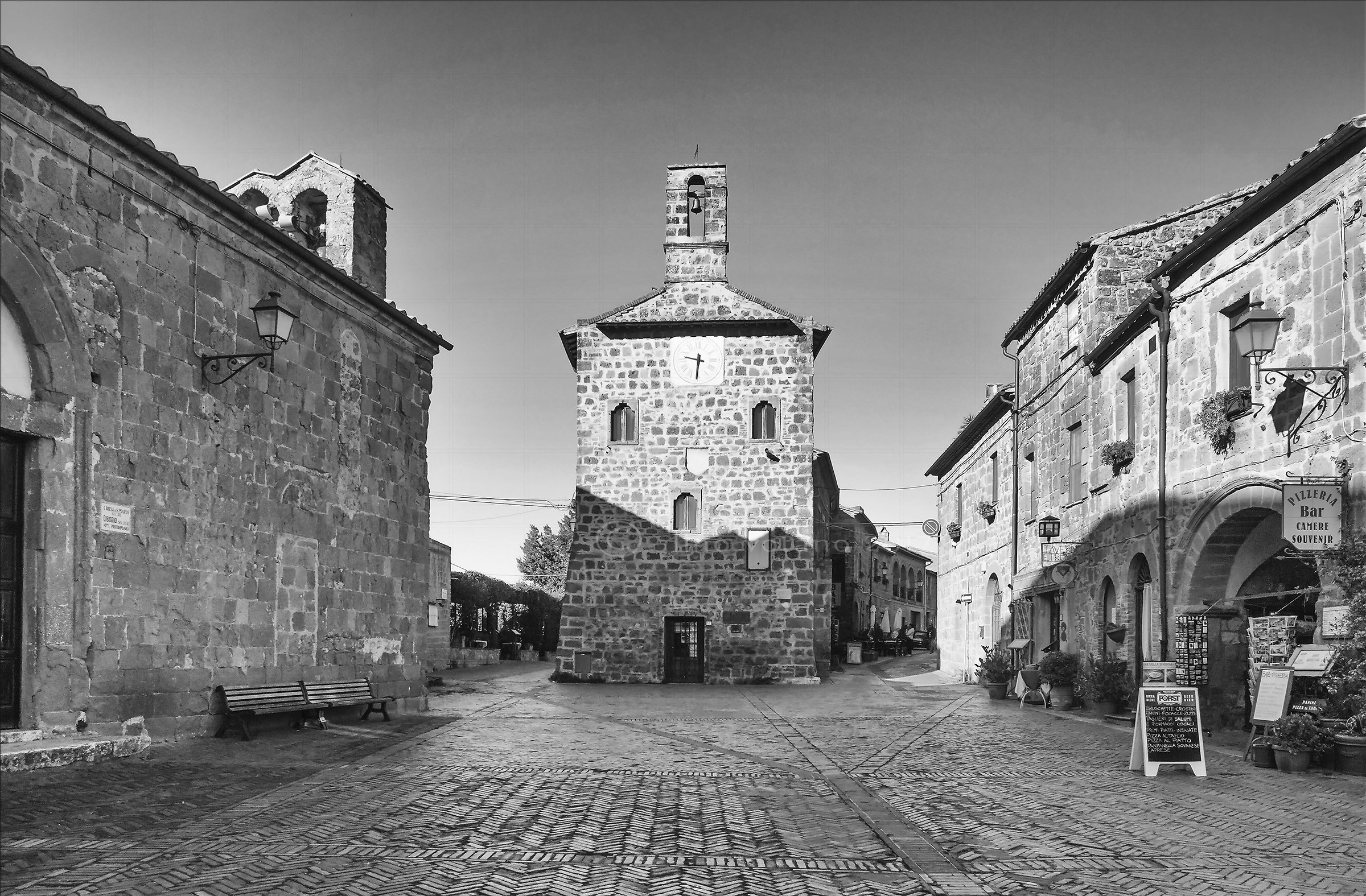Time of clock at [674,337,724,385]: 9:31
